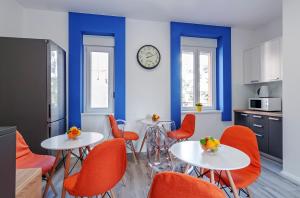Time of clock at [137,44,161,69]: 8:11
